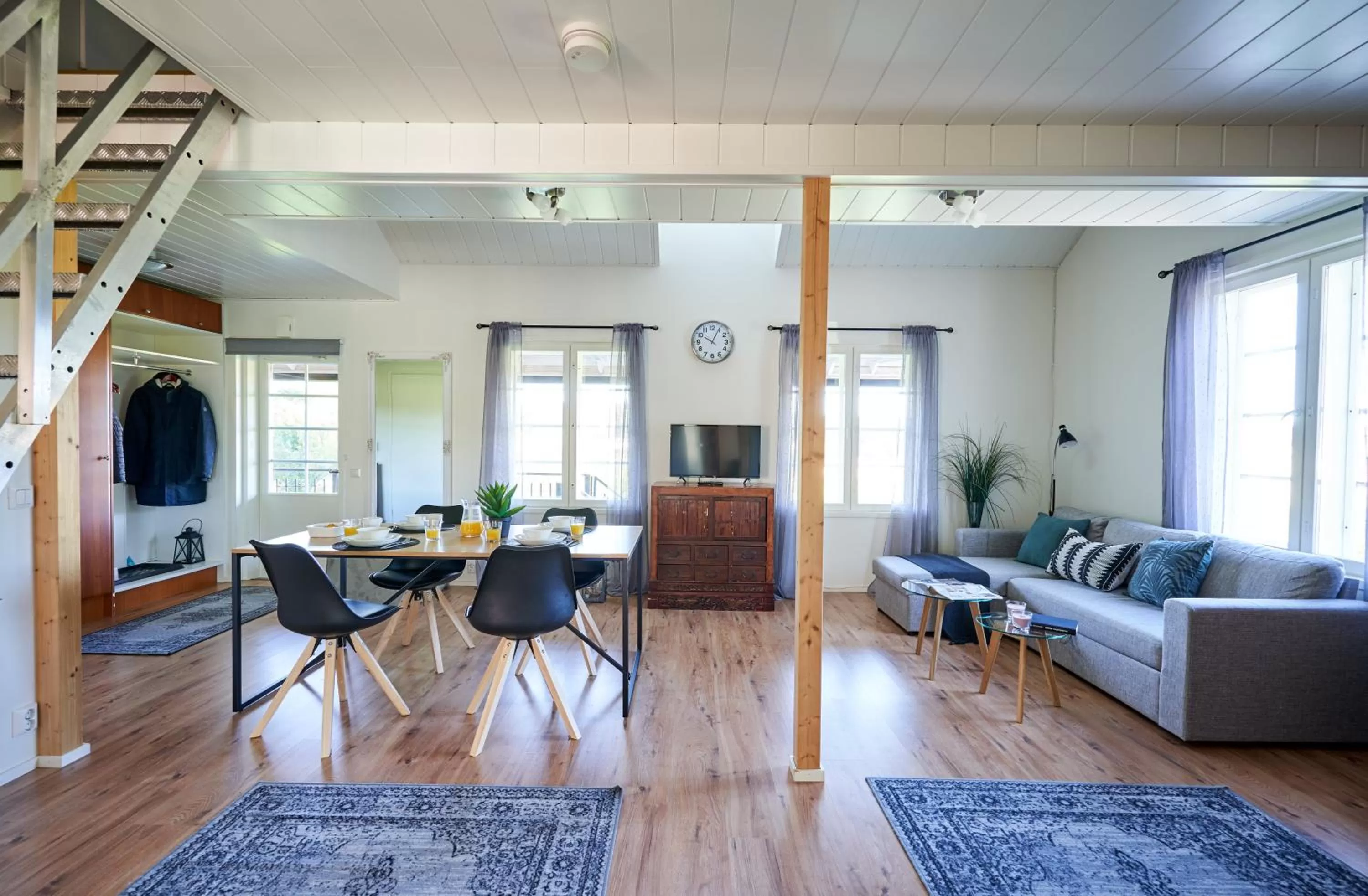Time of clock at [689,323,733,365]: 10:04
